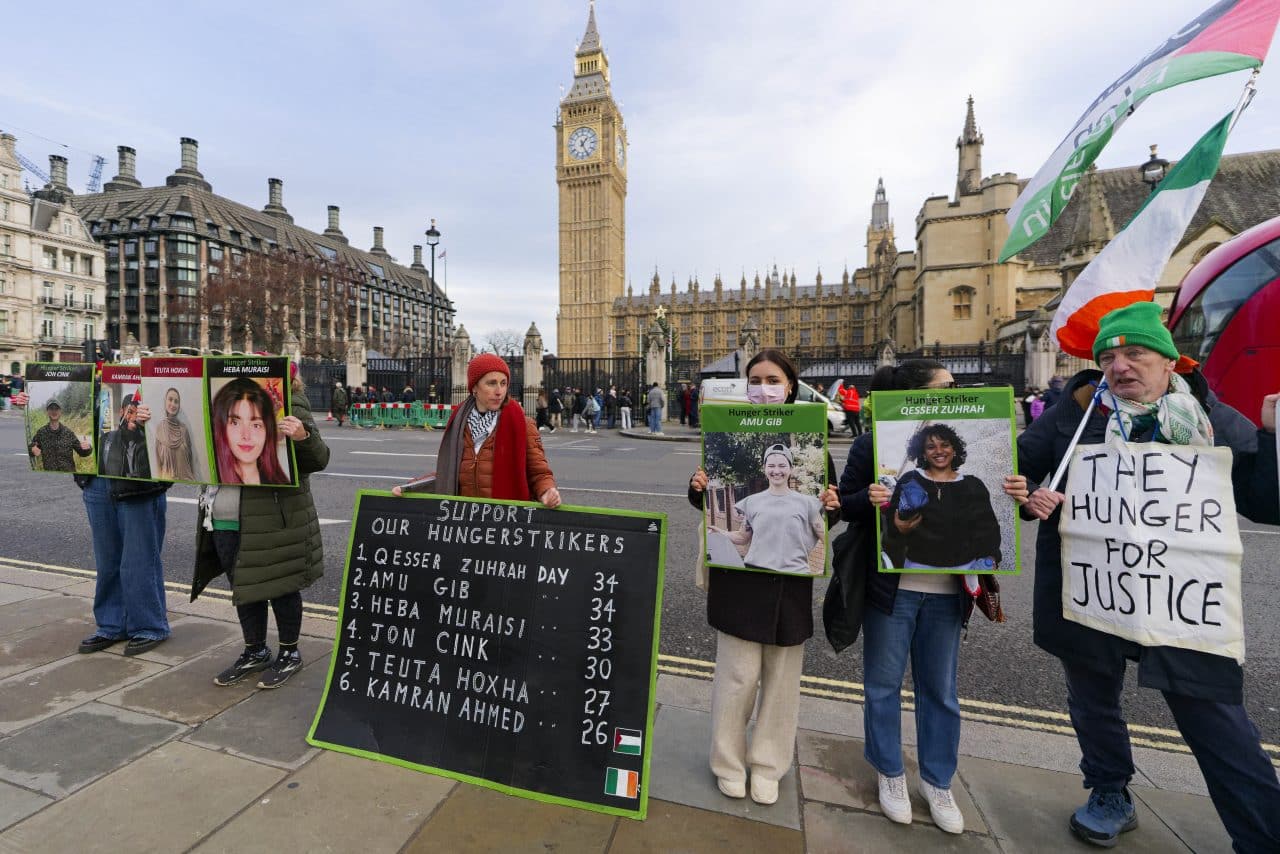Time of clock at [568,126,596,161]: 1:25
